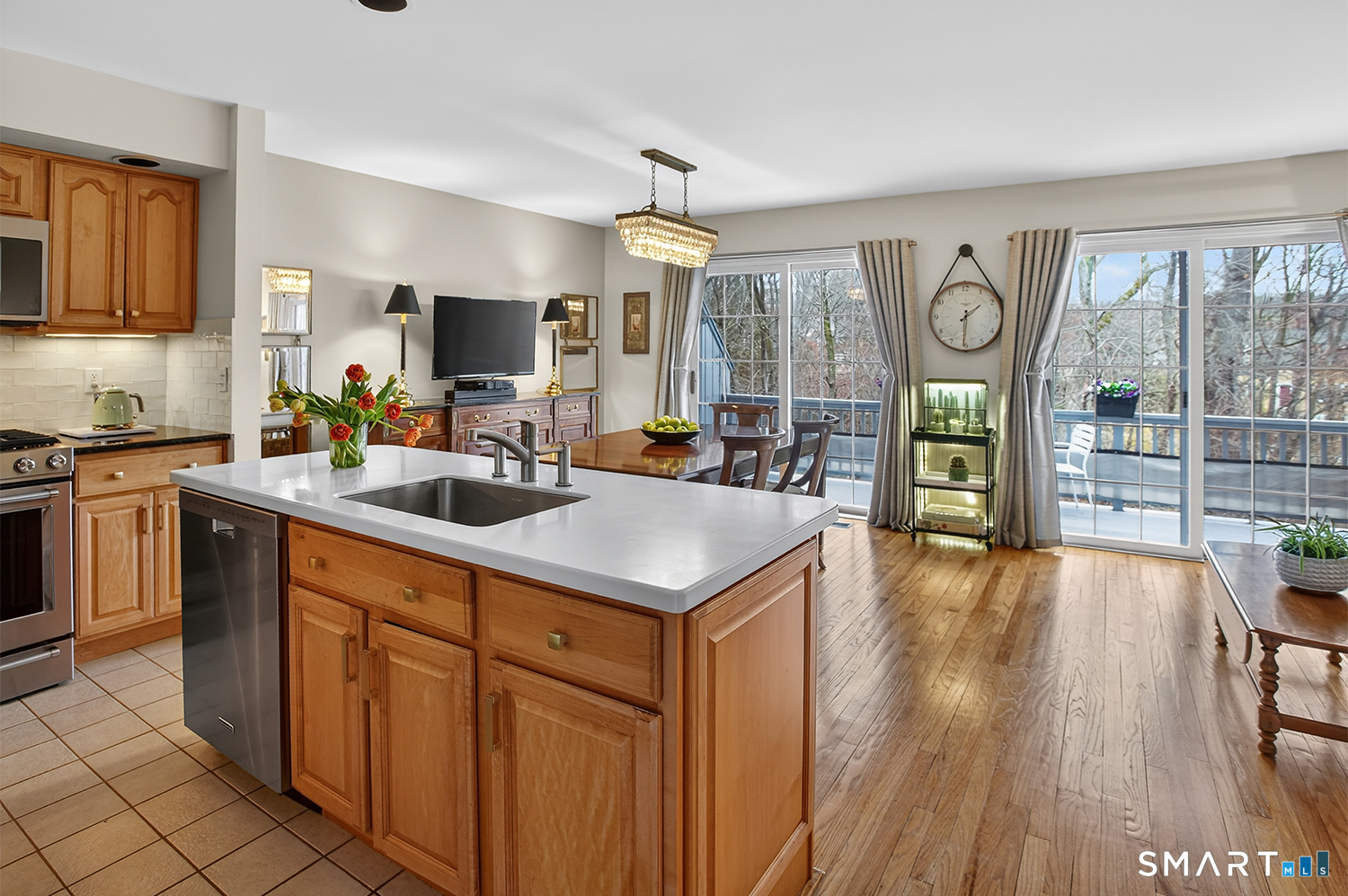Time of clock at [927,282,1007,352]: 1:30
